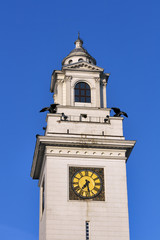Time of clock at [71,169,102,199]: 7:28
